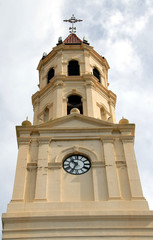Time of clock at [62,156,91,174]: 10:34
